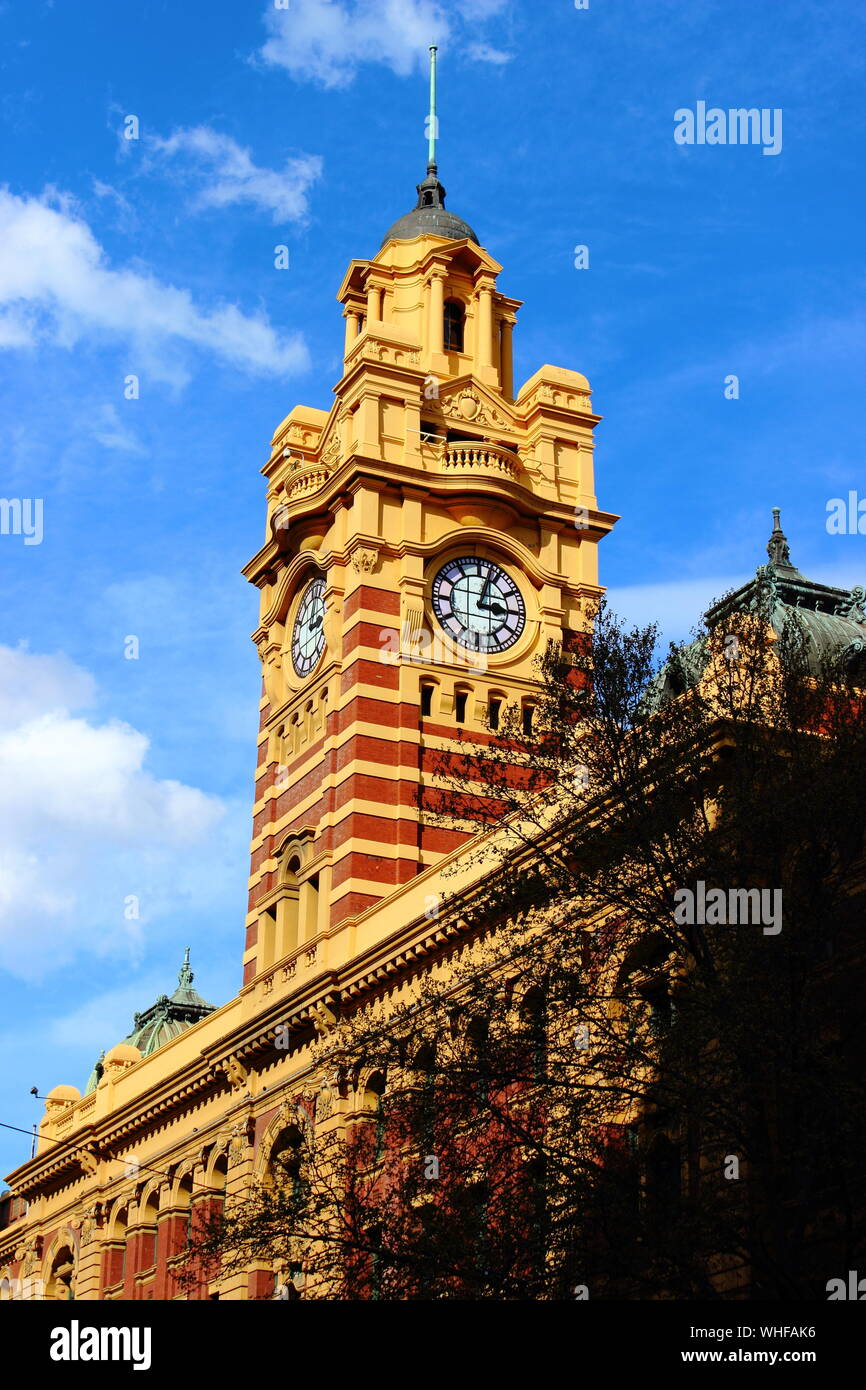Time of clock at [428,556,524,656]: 3:02
